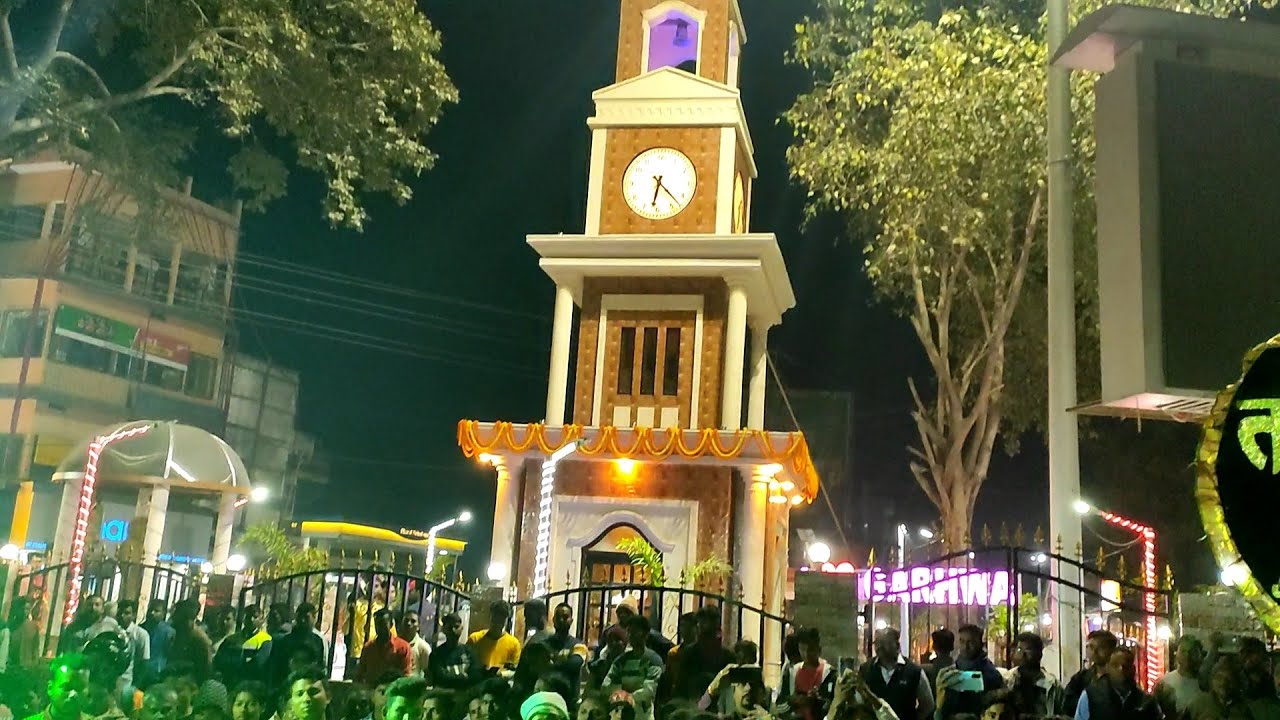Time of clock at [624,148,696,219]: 6:22
